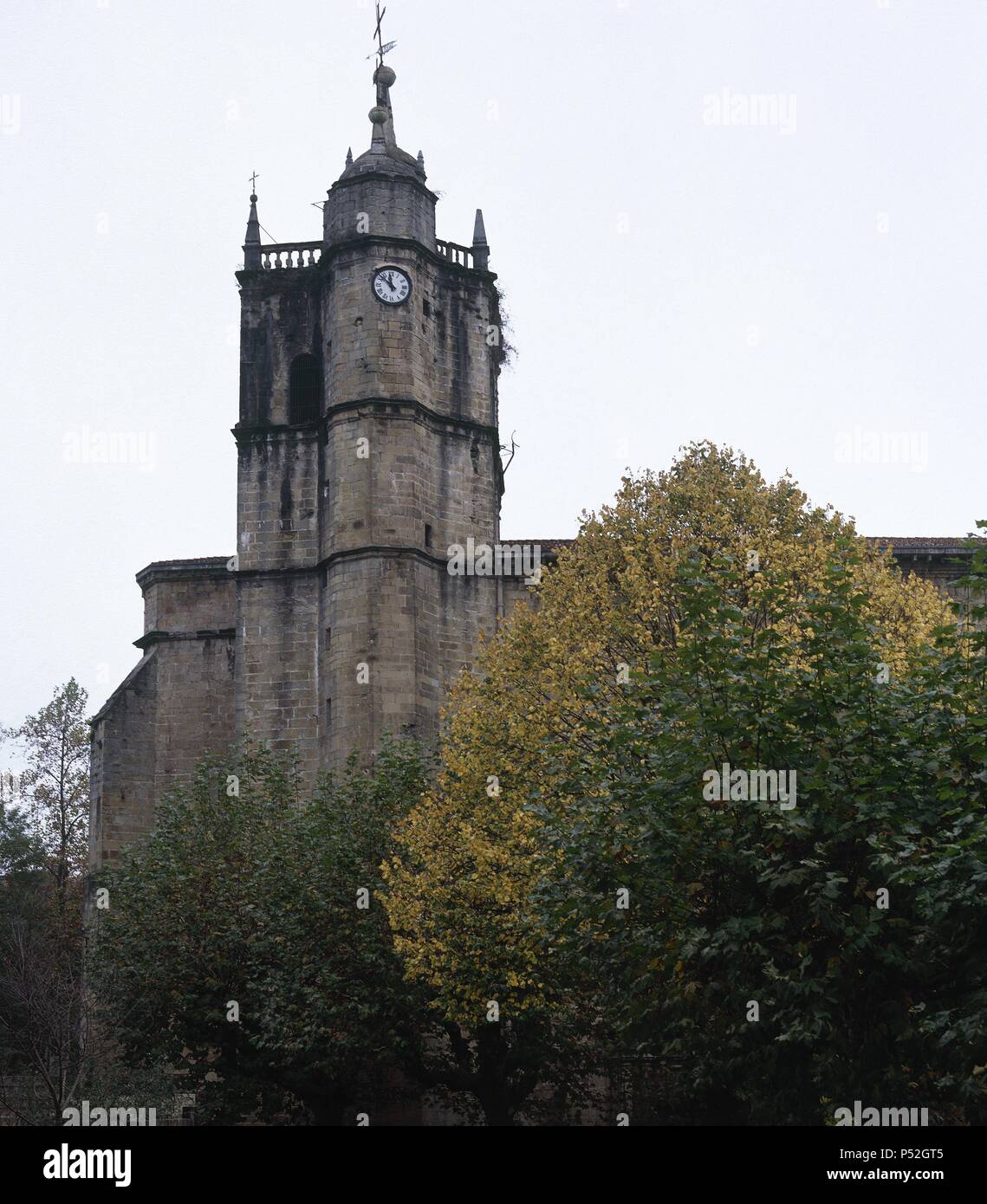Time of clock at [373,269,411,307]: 11:52
